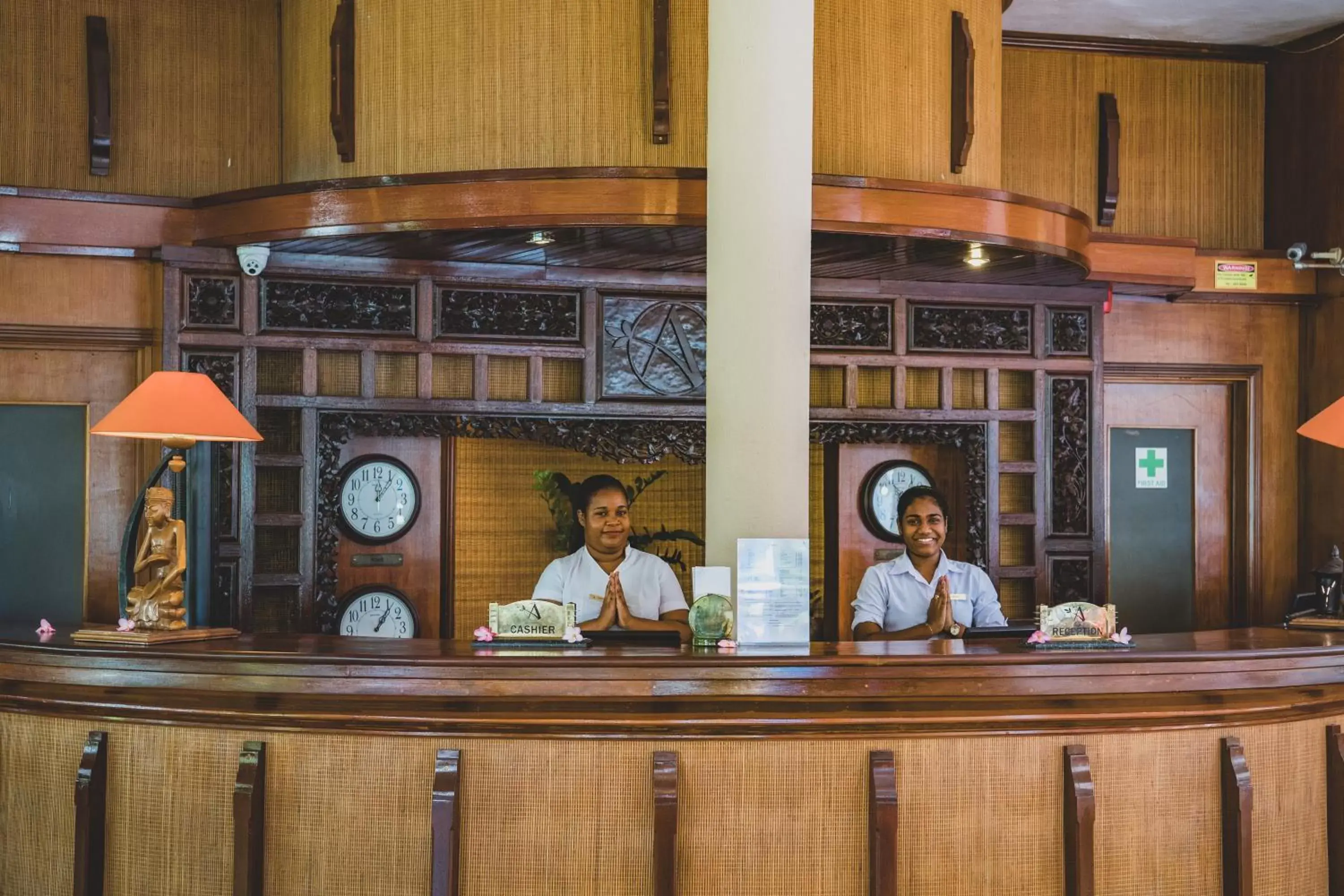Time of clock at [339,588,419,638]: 1:05
